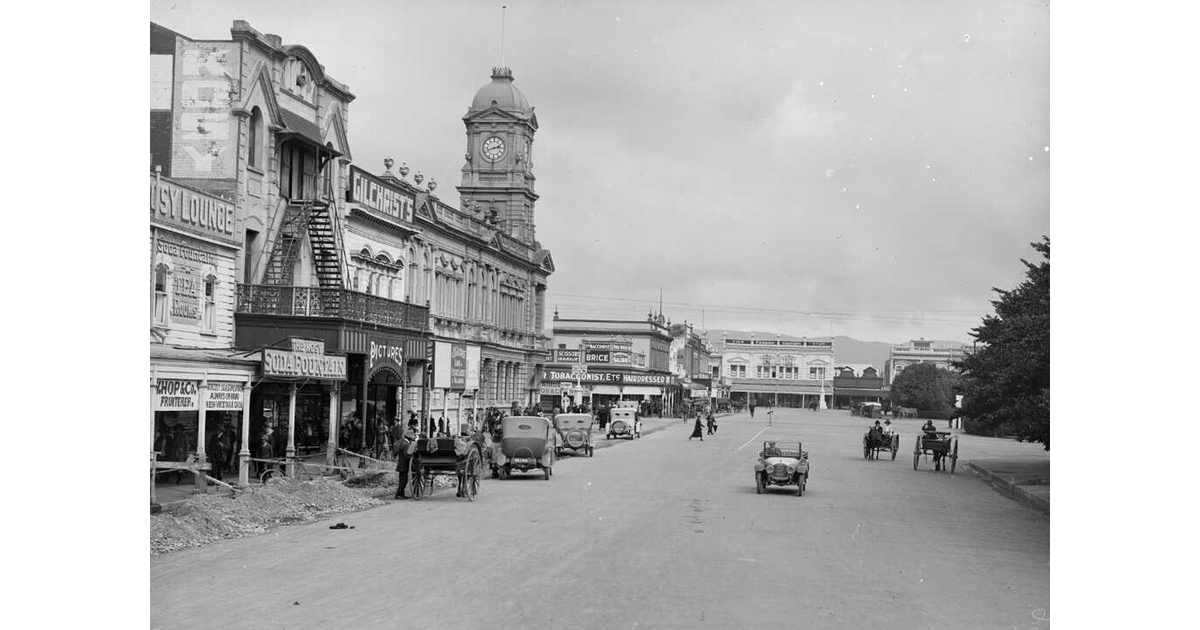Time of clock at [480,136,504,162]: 2:42
